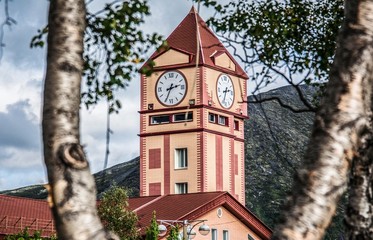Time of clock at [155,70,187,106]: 2:34
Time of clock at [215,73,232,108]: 2:33
